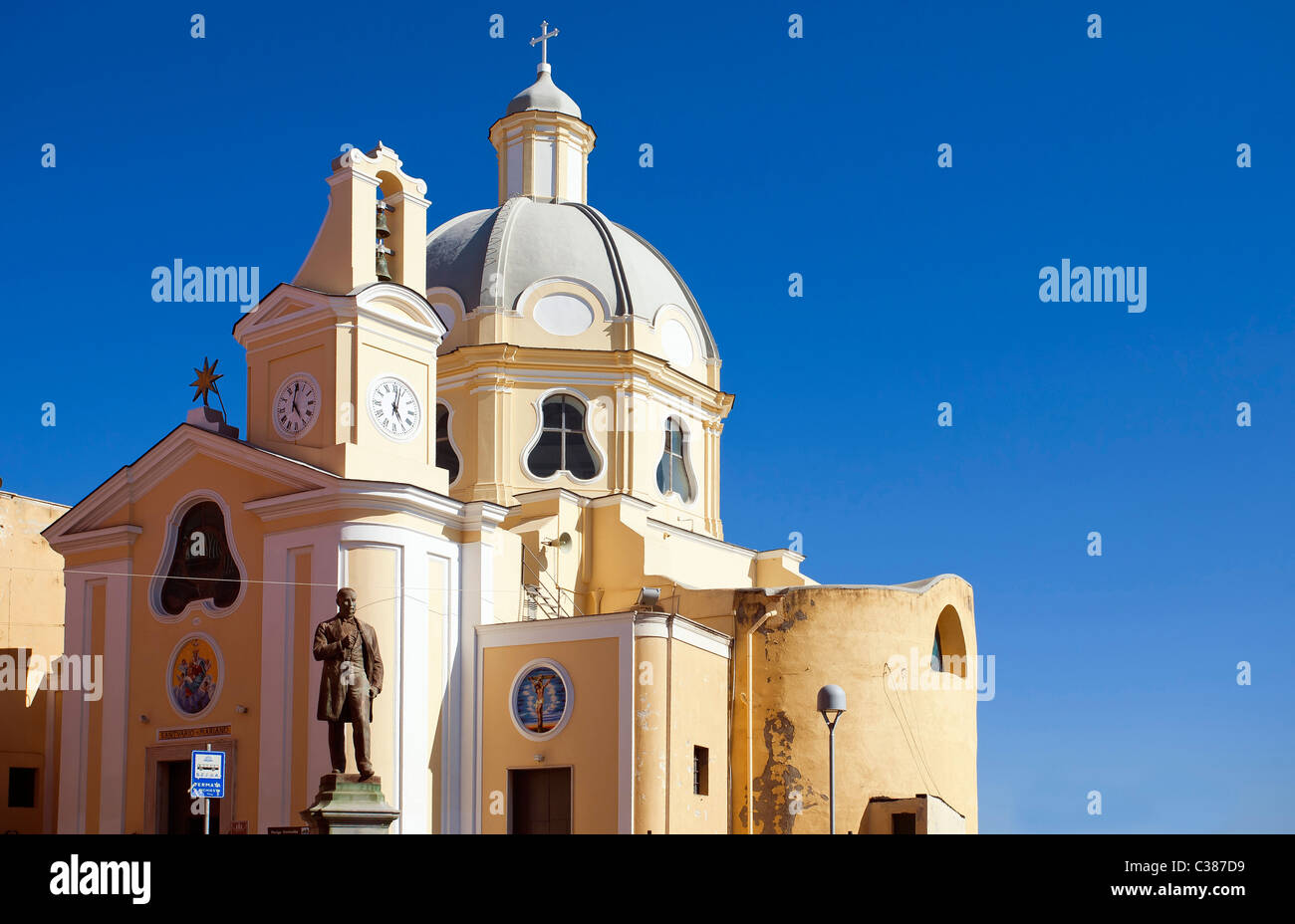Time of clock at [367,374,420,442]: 5:01
